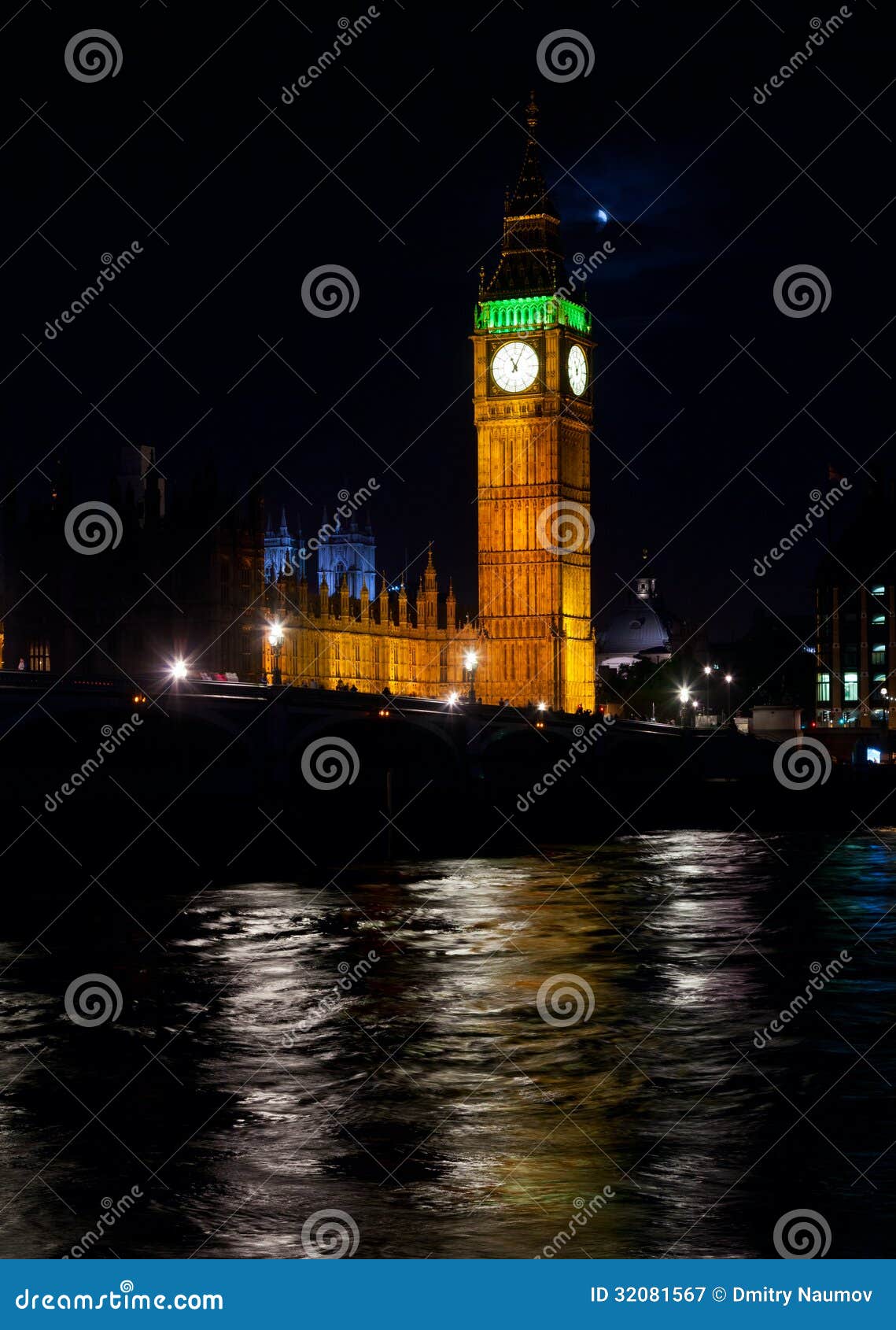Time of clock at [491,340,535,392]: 11:04
